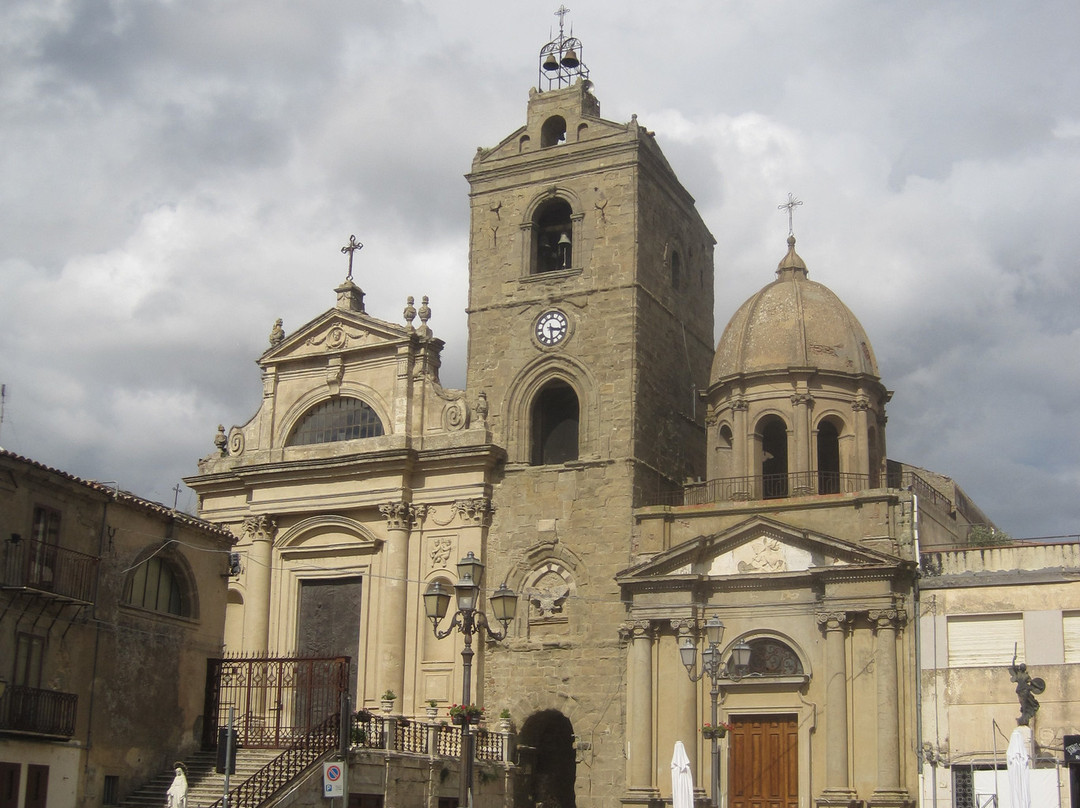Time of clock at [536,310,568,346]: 3:28
